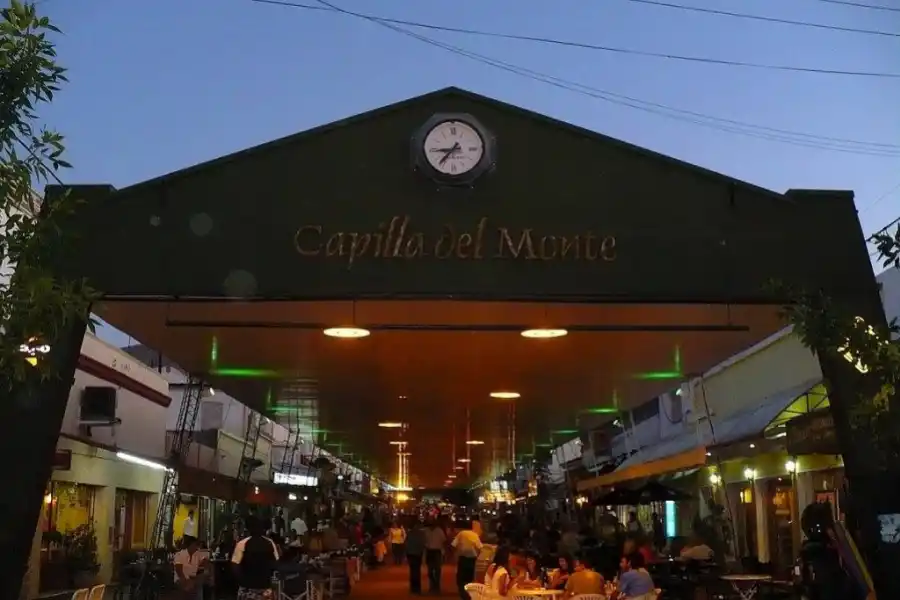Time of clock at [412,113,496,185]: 8:36
